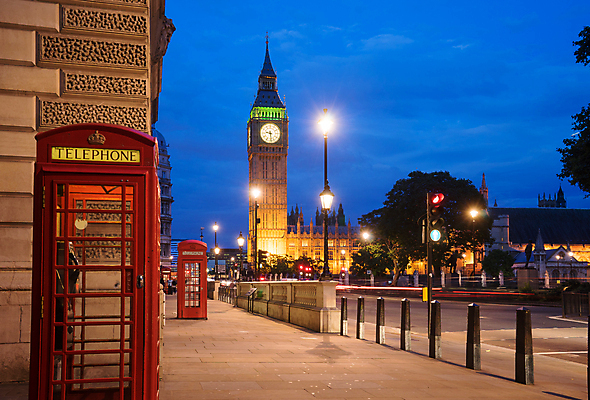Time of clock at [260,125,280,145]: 9:28
